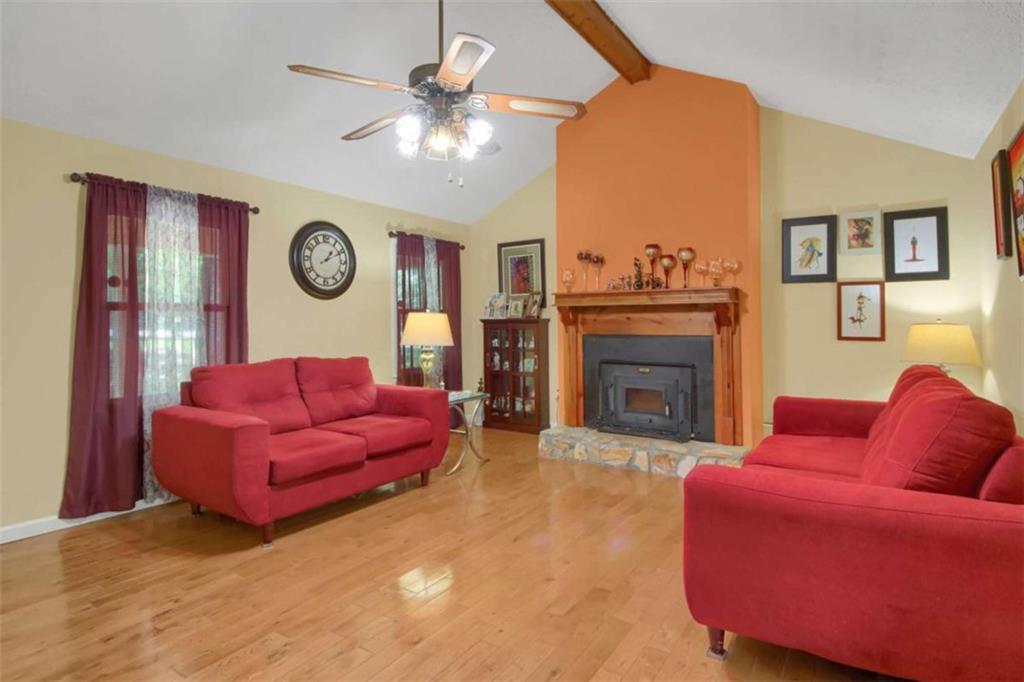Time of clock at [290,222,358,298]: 1:10
